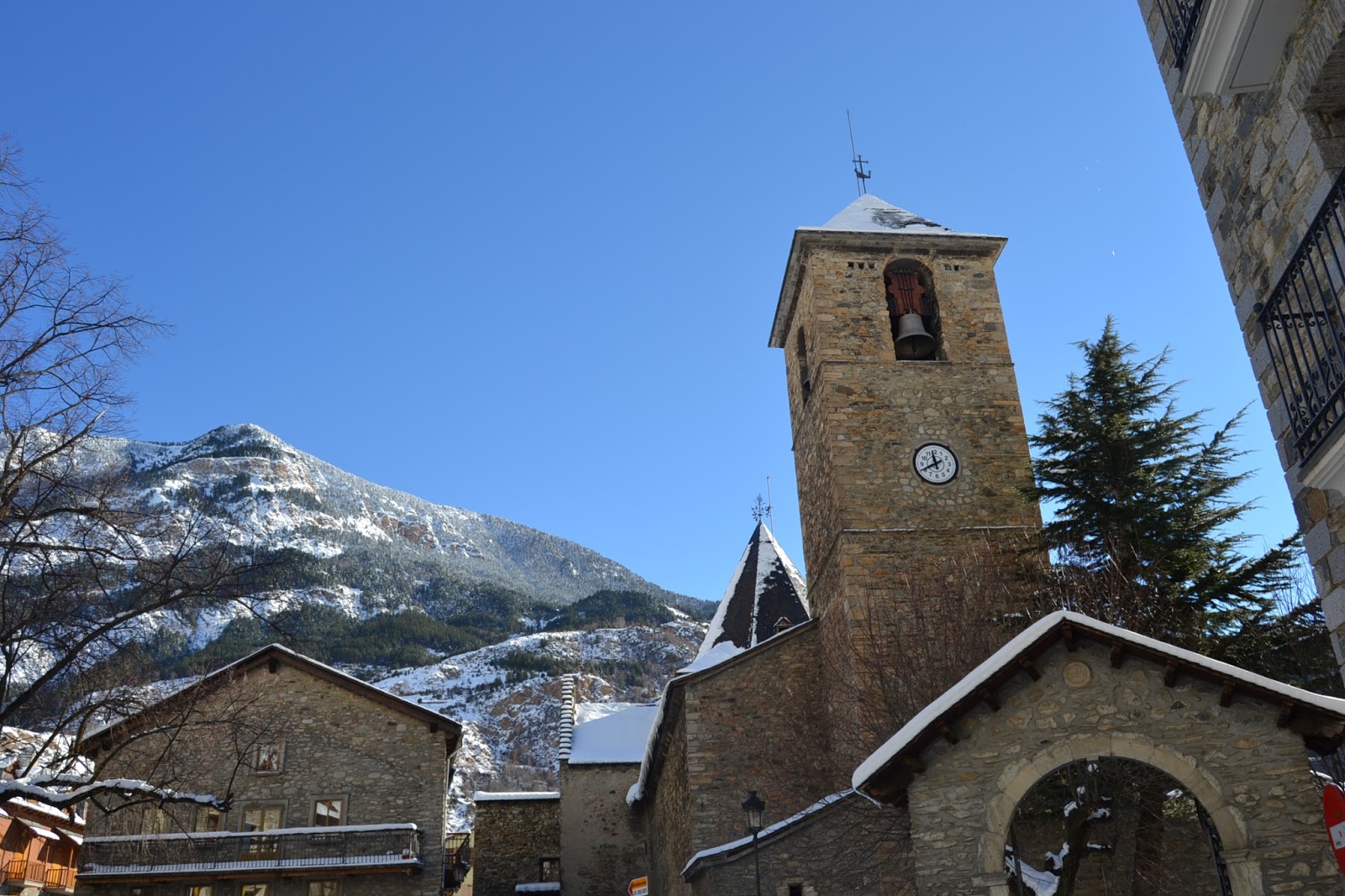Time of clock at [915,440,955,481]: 11:40
